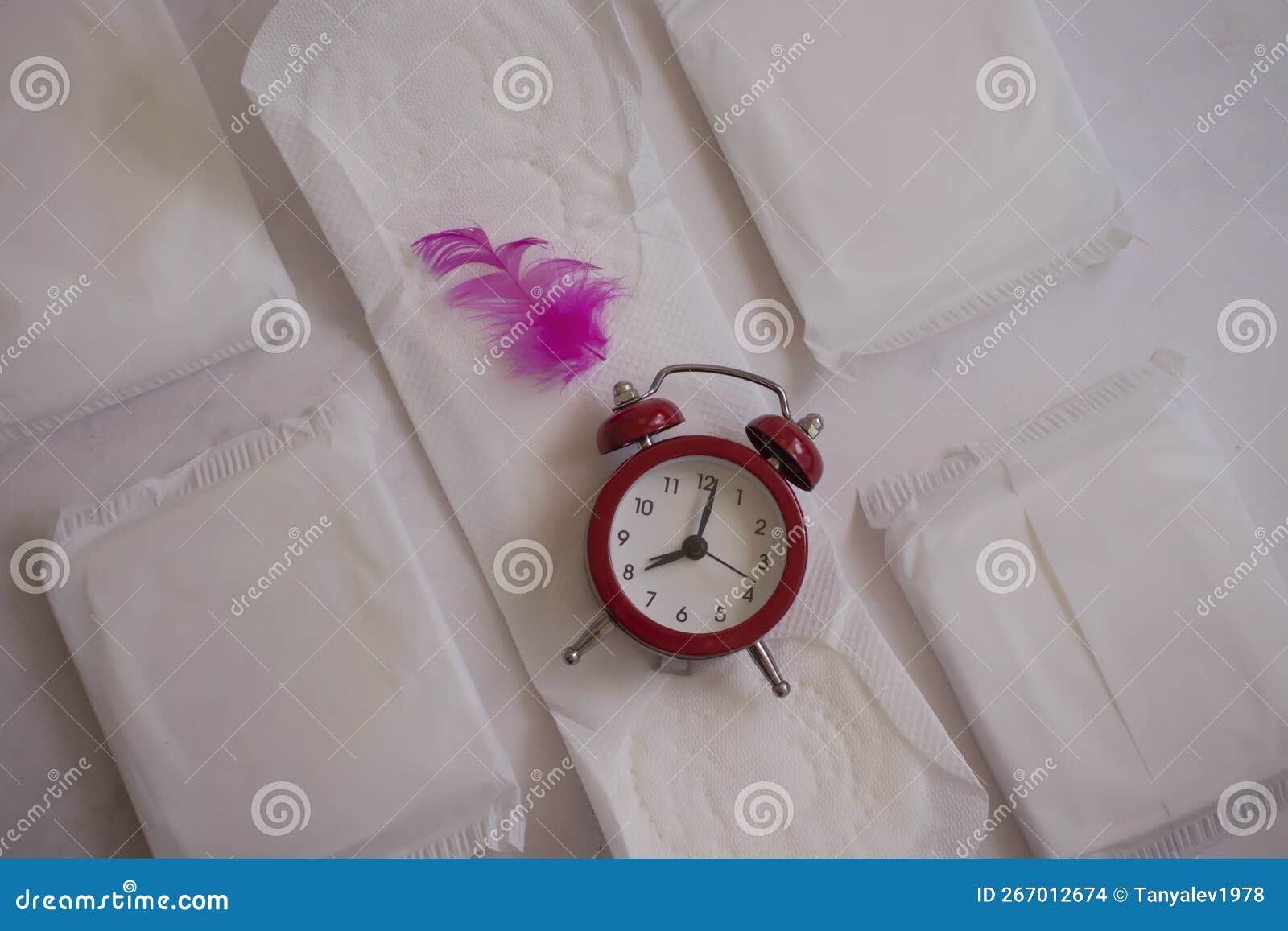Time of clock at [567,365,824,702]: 8:01
